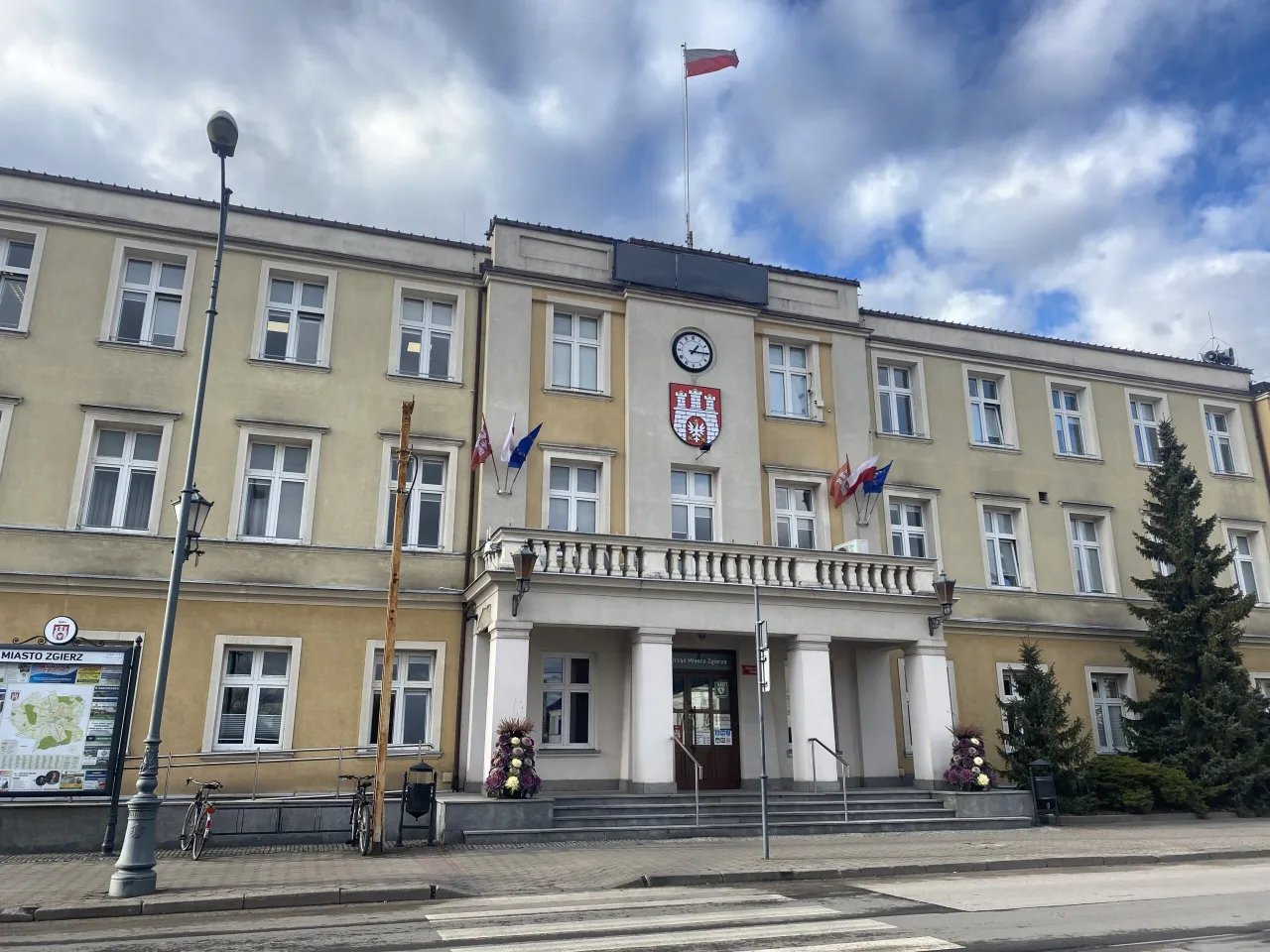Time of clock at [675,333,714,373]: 1:15
